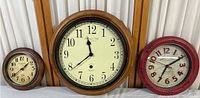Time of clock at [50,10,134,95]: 11:38
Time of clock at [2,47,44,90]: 1:39
